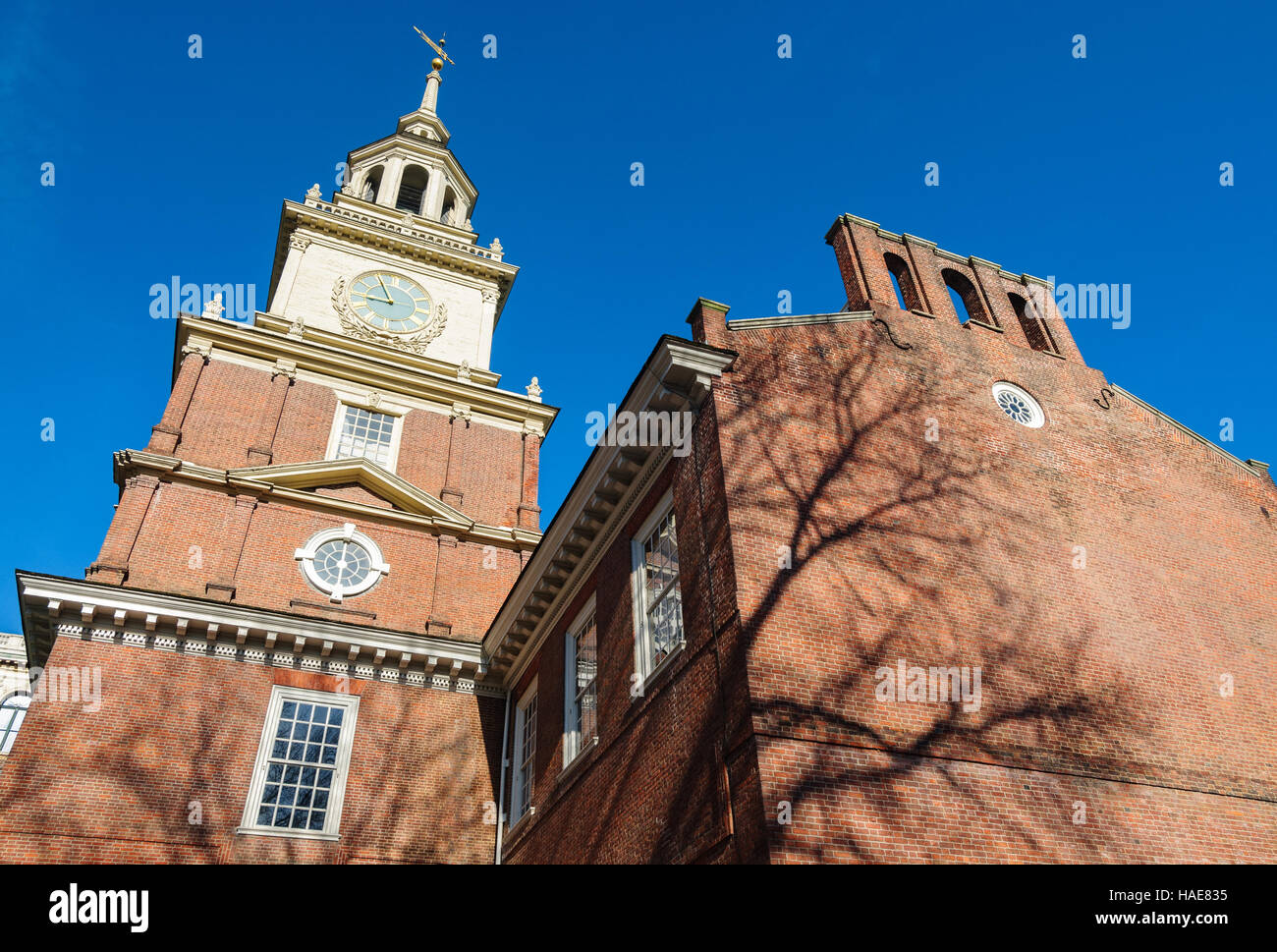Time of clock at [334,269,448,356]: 8:55
